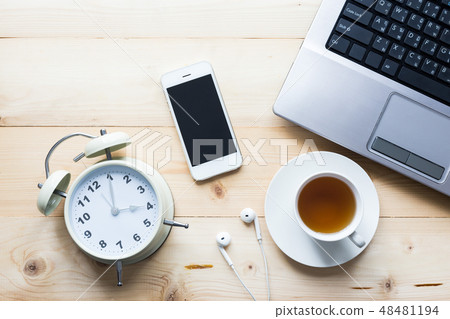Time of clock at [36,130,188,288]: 3:00
